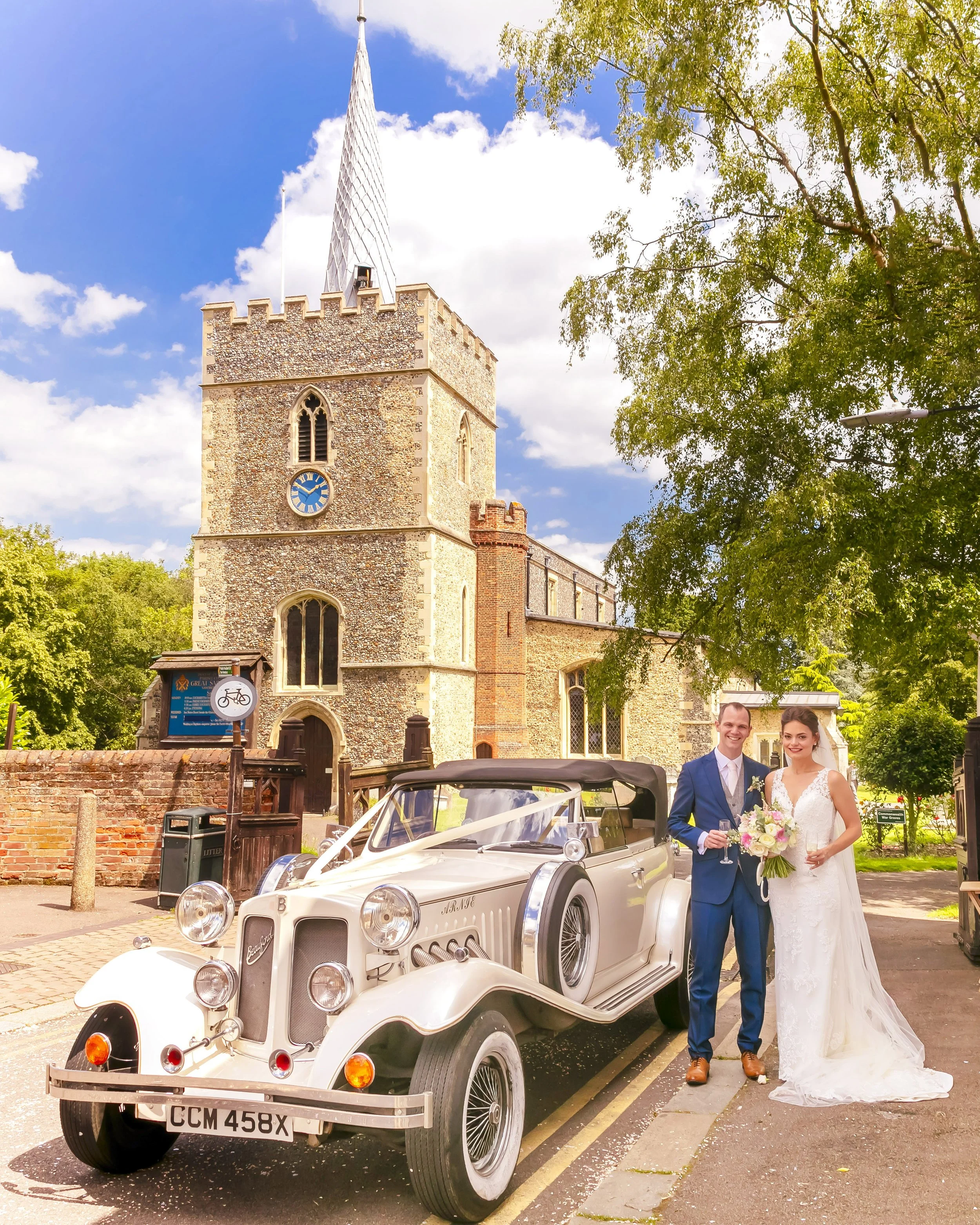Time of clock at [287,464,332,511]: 1:49
